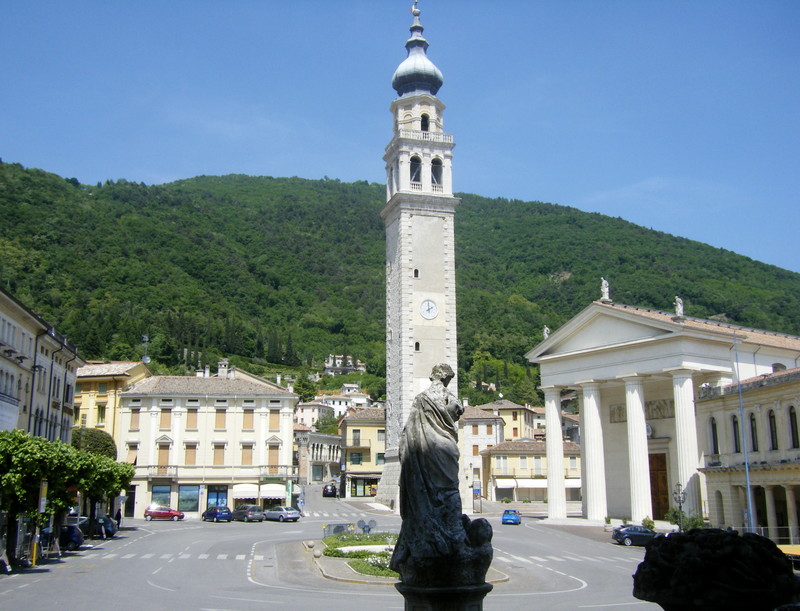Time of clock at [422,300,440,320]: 1:59
